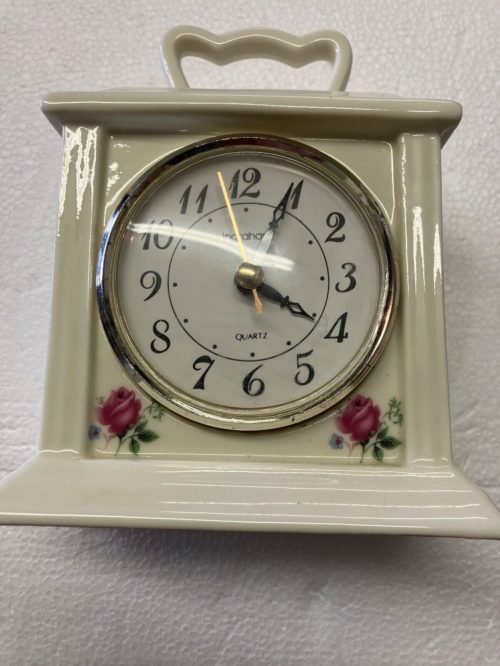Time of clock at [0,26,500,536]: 4:04
